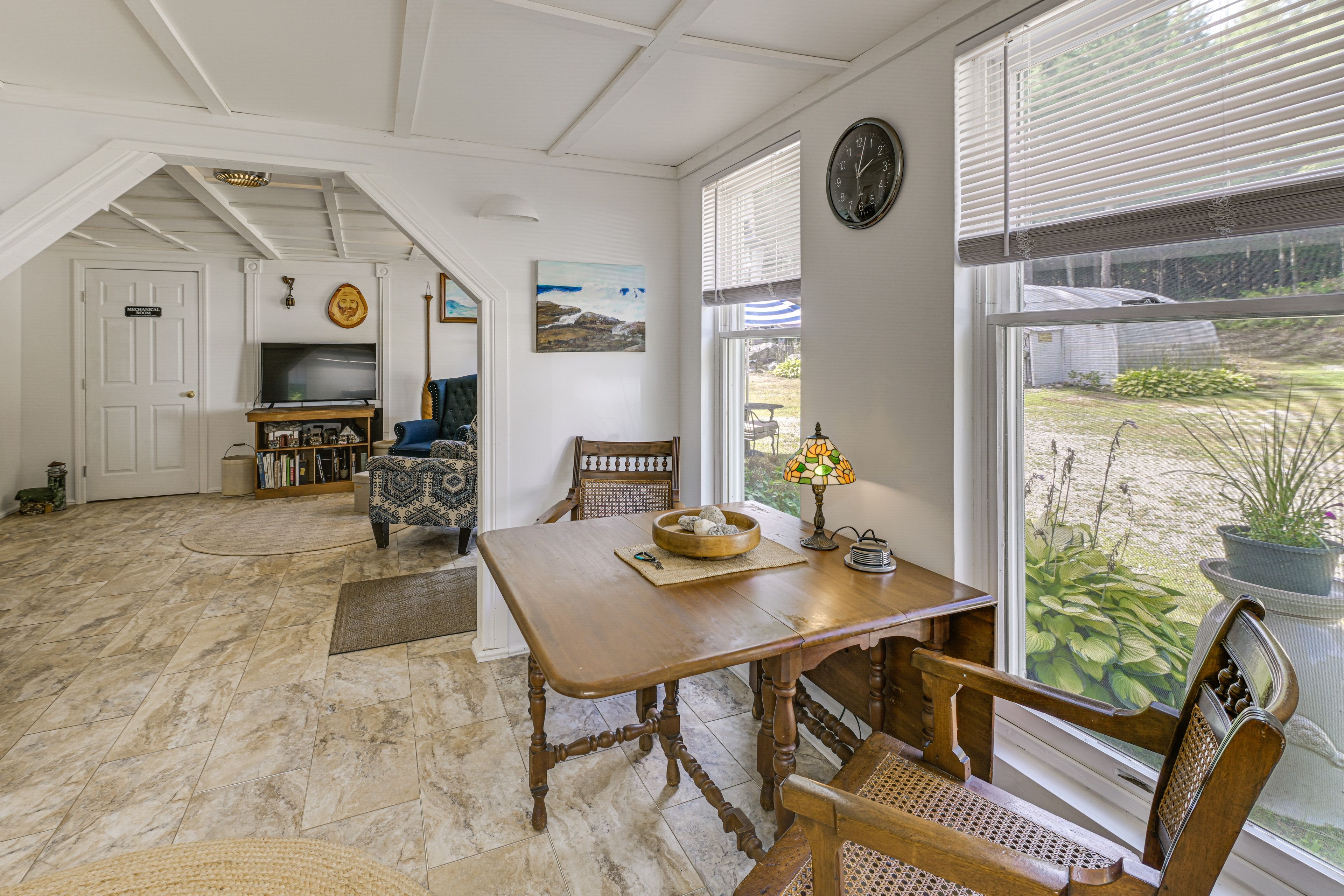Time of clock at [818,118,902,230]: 2:02
